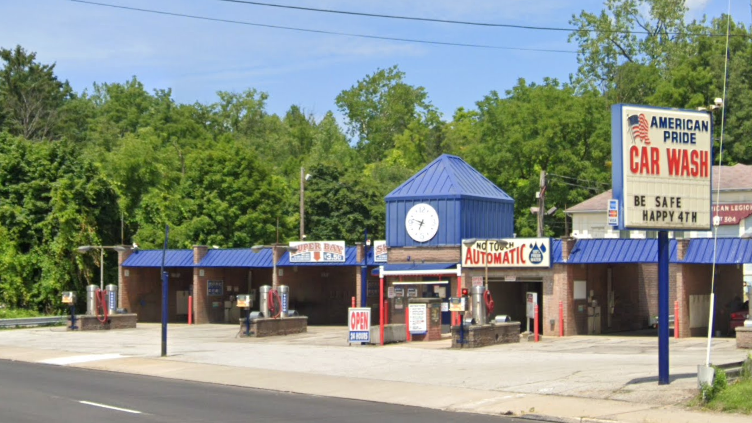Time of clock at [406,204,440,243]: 6:47
